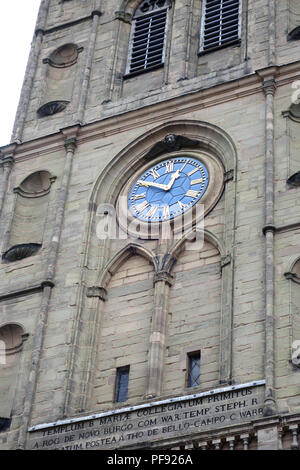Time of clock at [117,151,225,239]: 12:50
